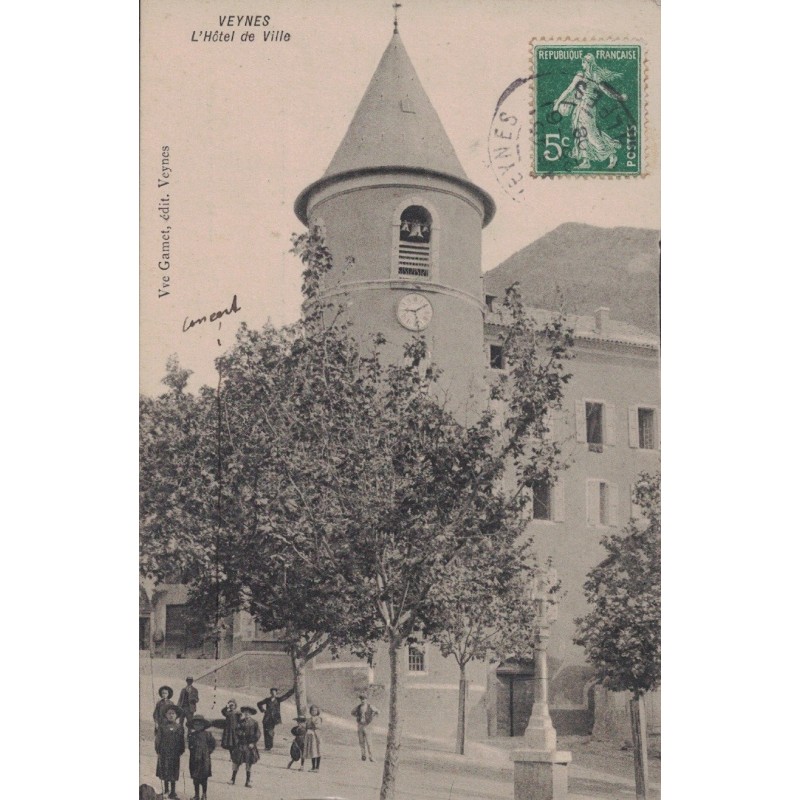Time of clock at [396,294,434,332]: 9:09
